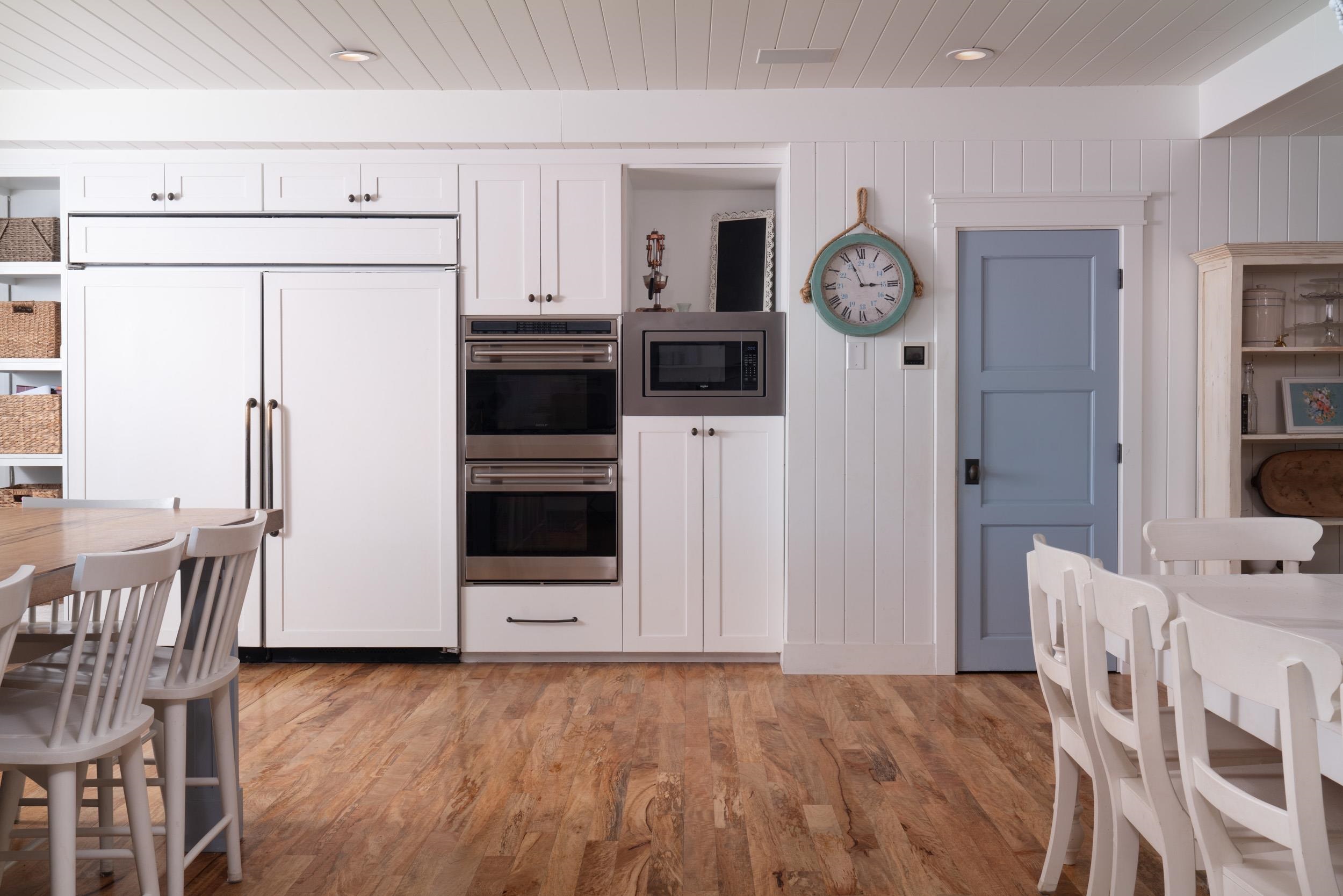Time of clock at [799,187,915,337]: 2:56
